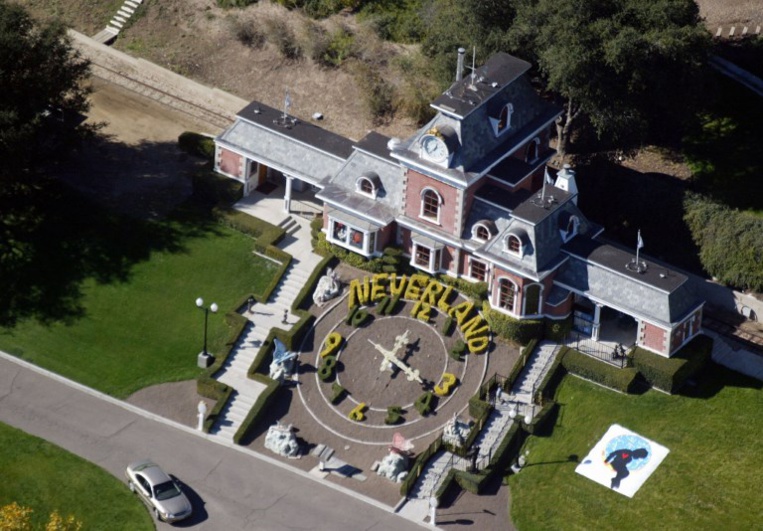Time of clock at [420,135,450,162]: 12:37
